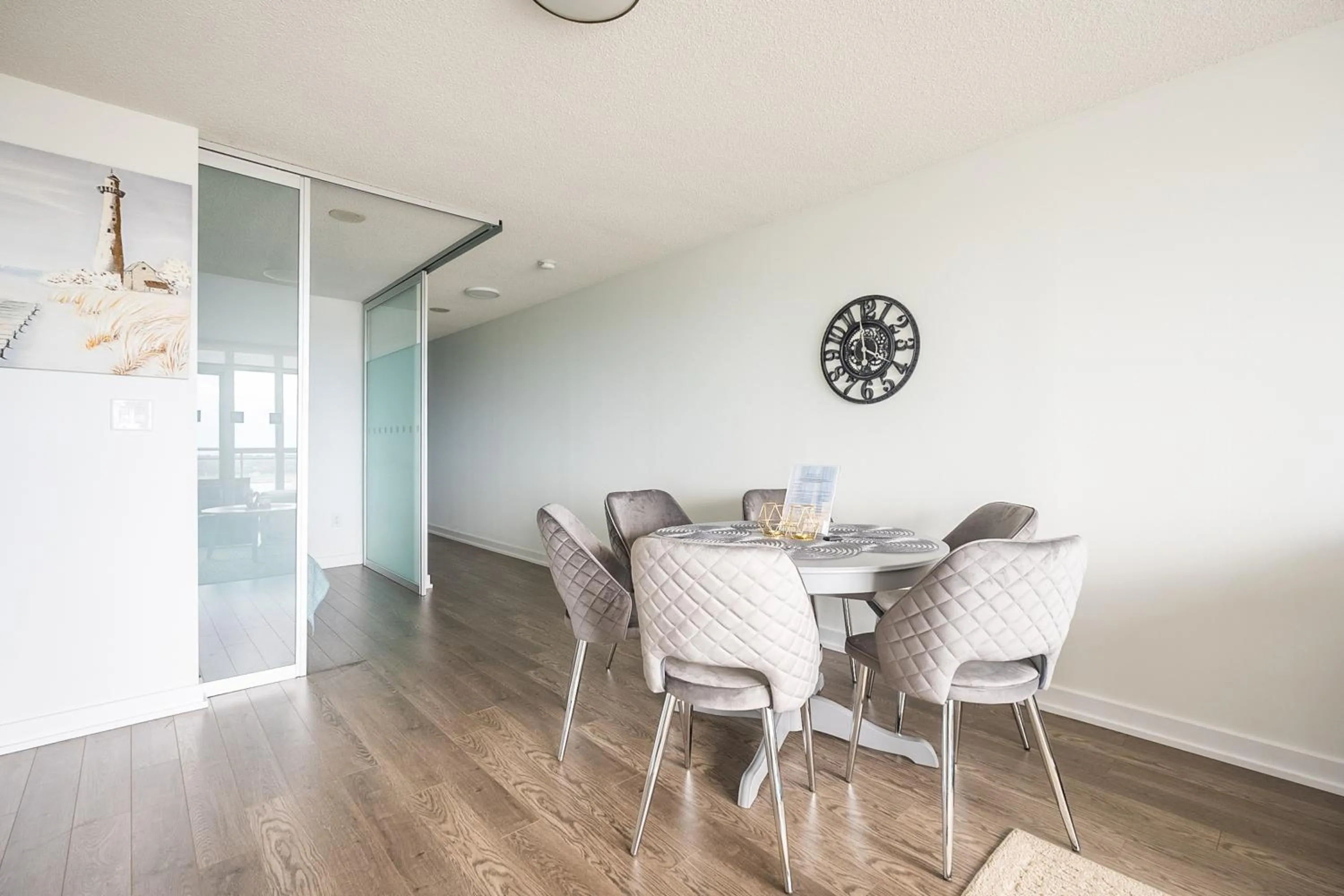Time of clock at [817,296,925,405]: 3:58
